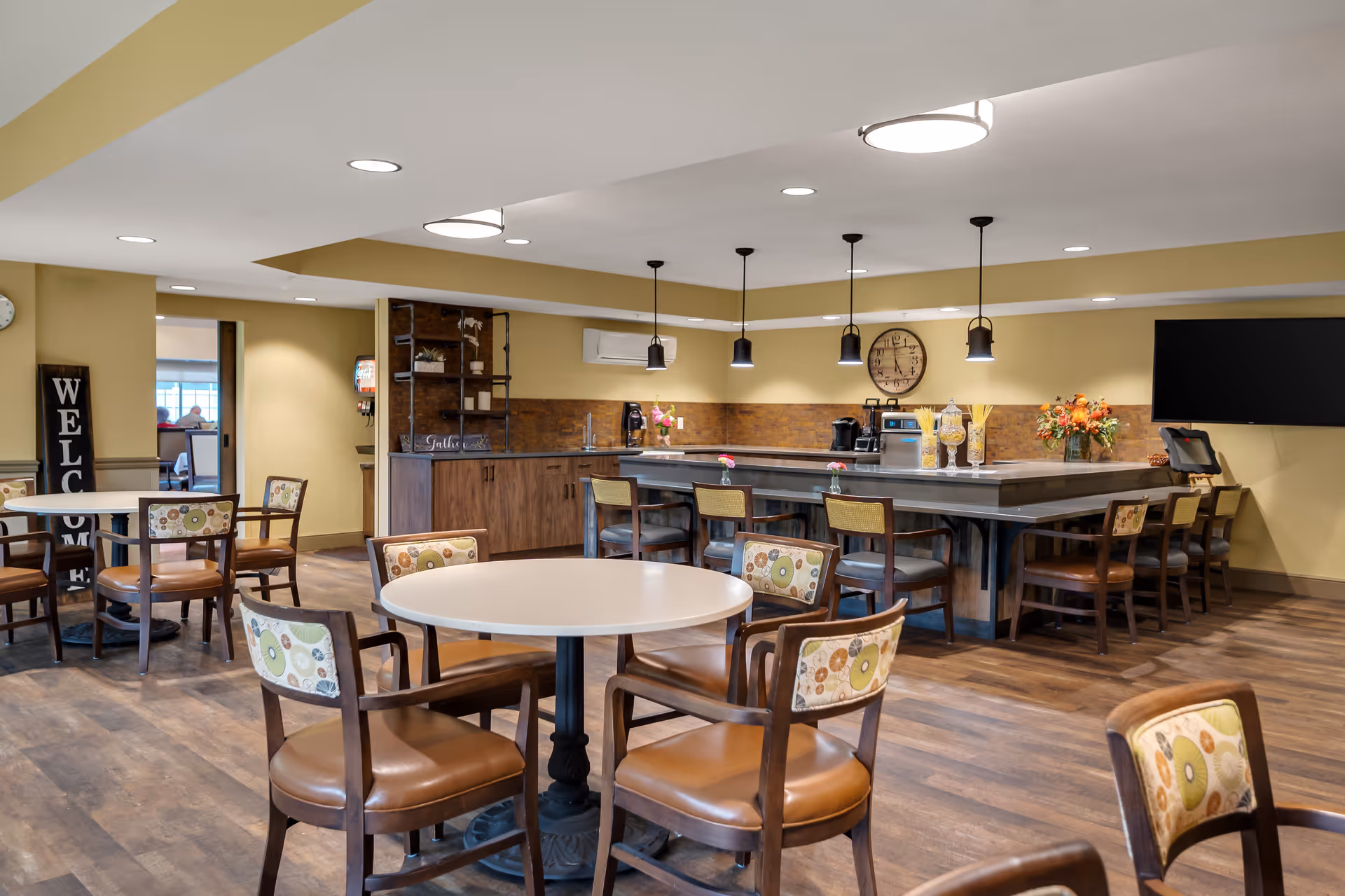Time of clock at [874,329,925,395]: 4:59
